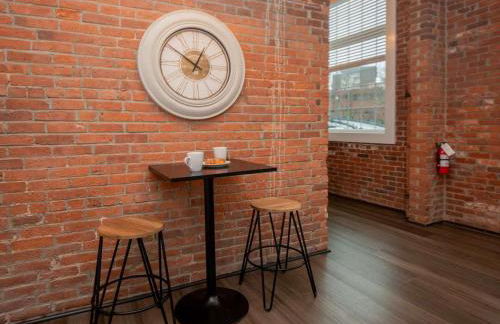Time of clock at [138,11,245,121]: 12:50
